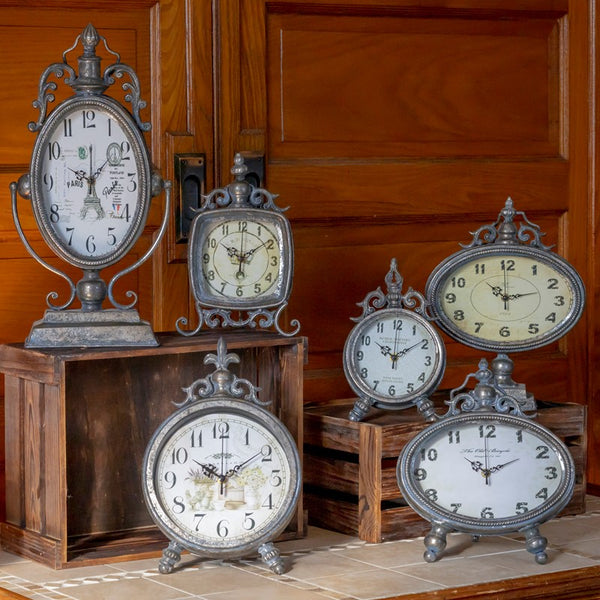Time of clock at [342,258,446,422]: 10:09
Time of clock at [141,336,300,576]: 10:09
